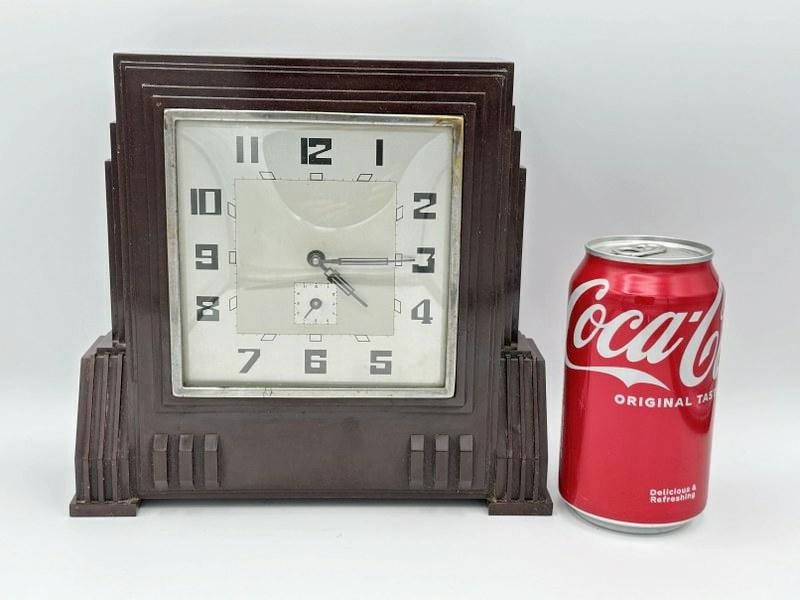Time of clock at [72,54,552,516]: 4:14
